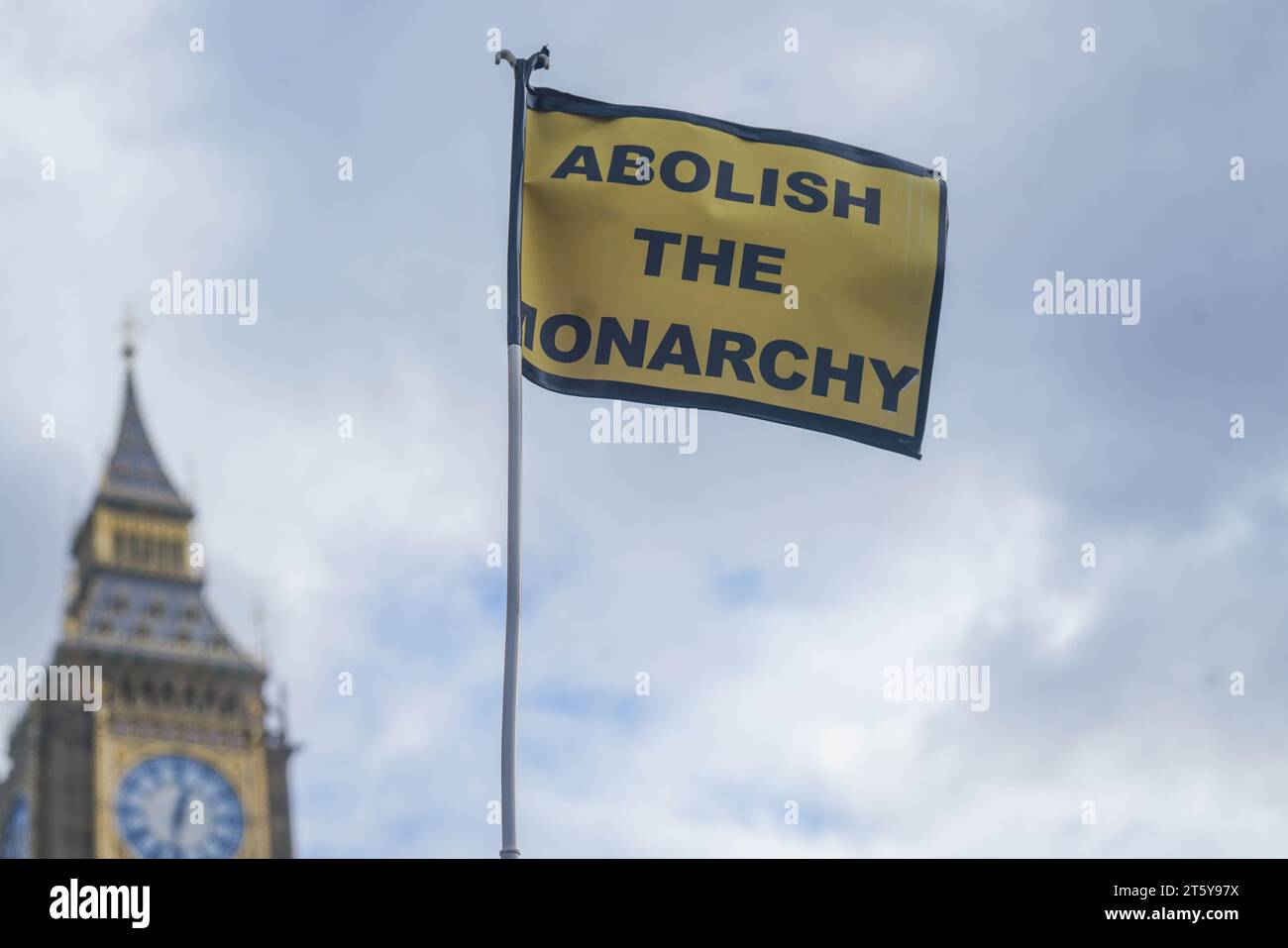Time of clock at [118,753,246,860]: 12:32
